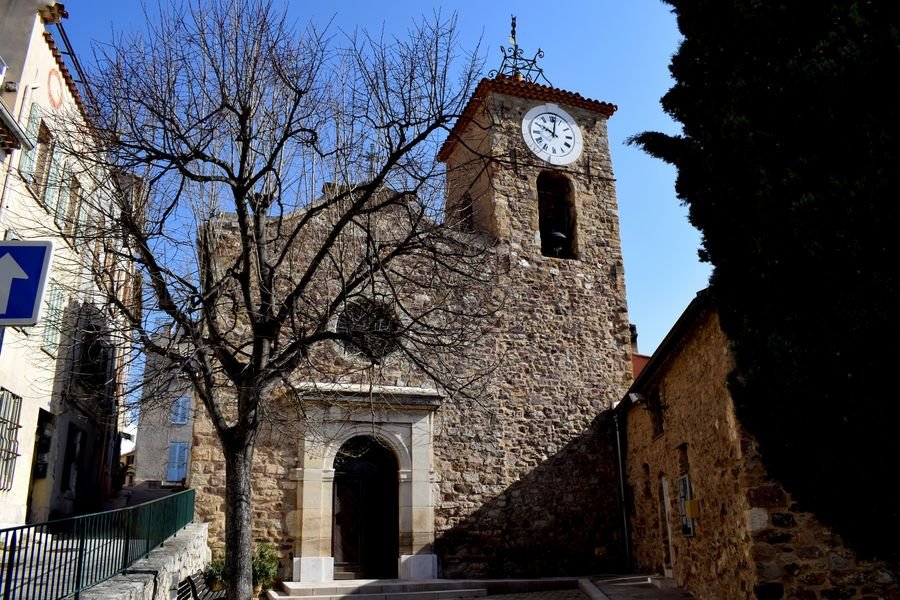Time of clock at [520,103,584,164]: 10:01
